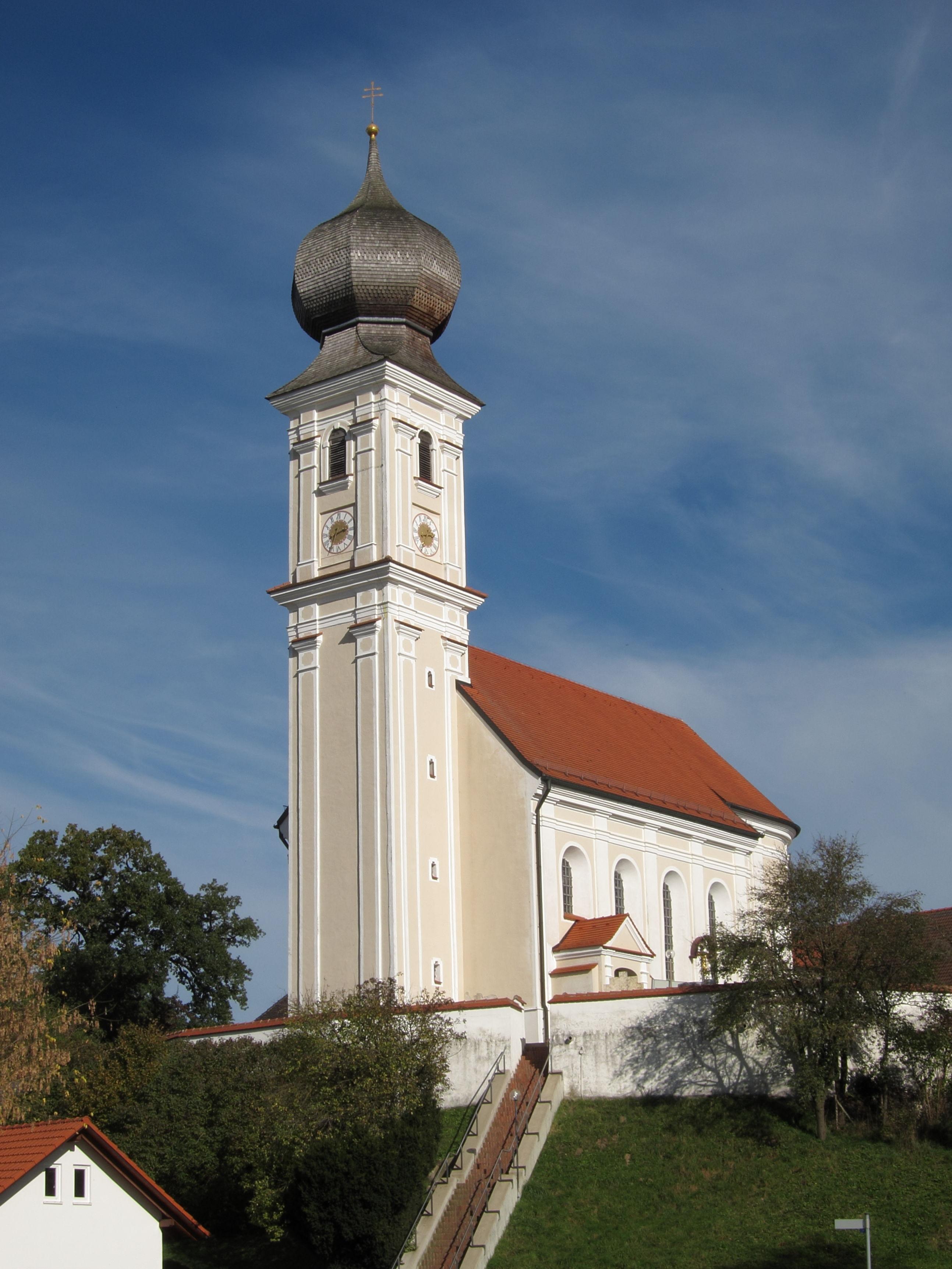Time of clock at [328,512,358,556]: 2:35
